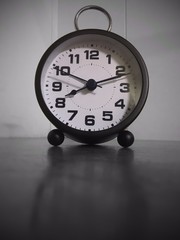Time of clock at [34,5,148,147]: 8:11
